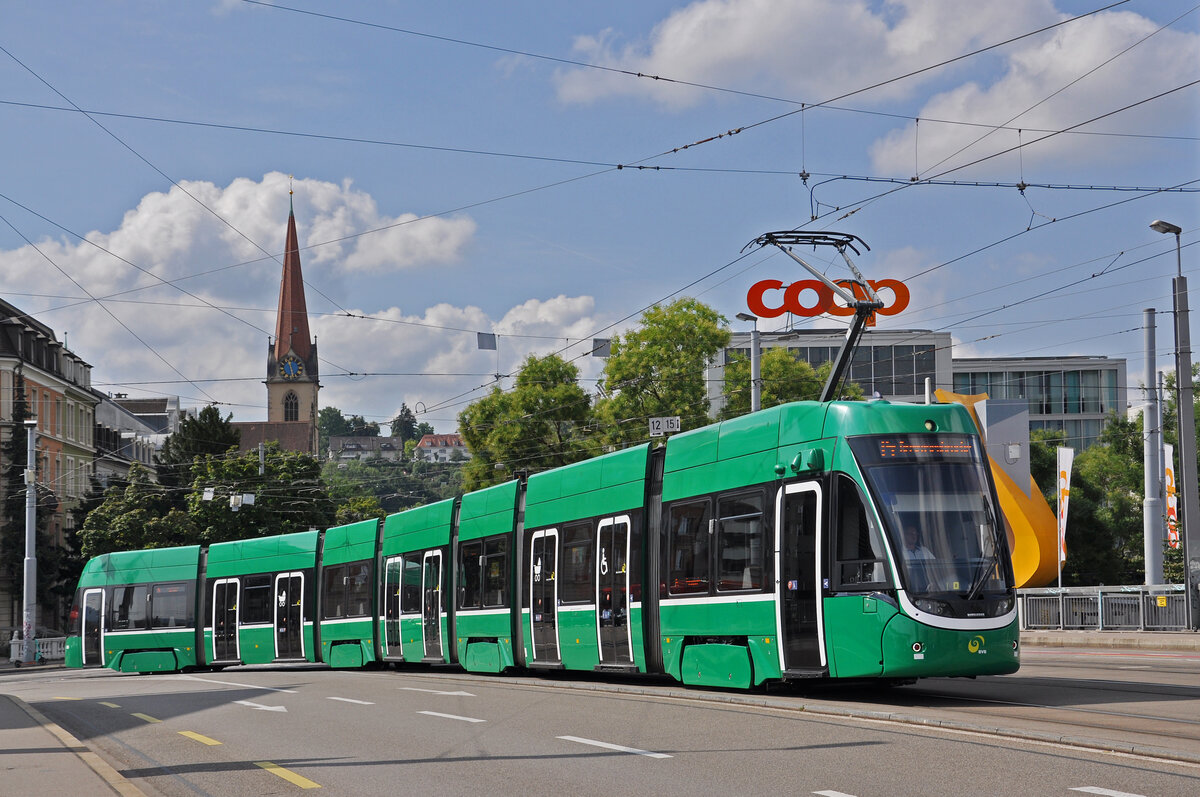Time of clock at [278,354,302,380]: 11:28
